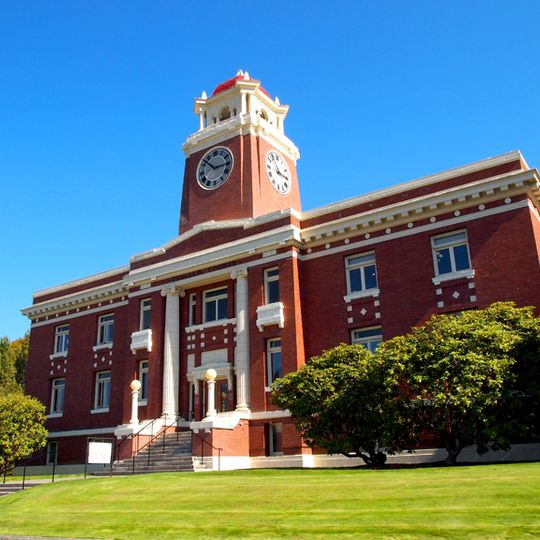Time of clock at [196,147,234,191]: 2:52
